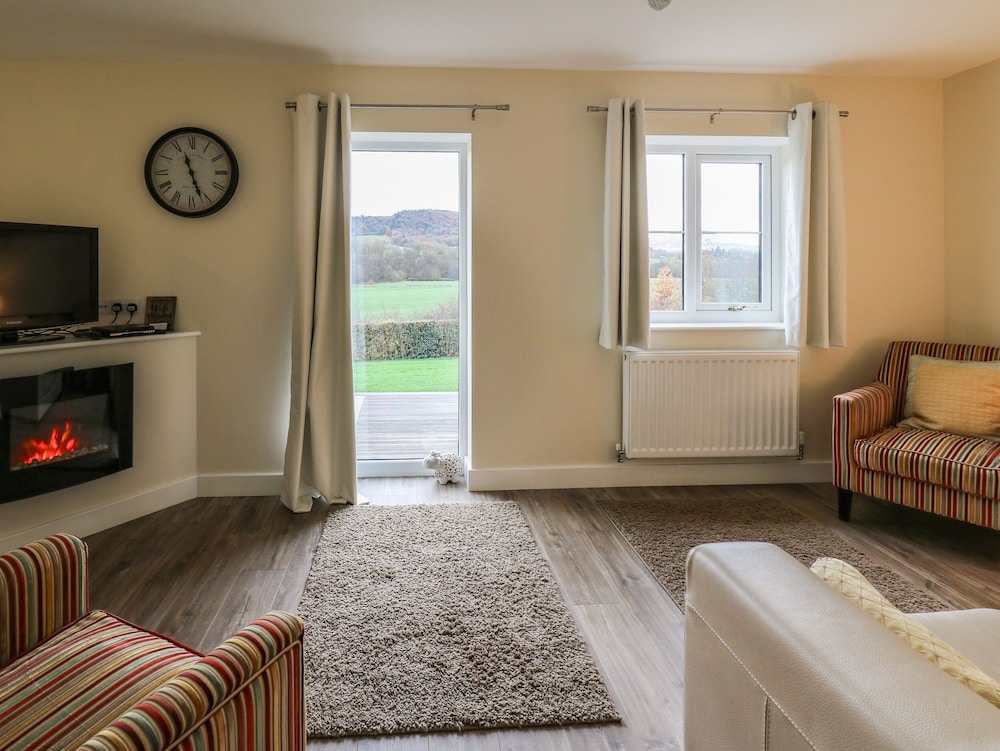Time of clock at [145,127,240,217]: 11:26
